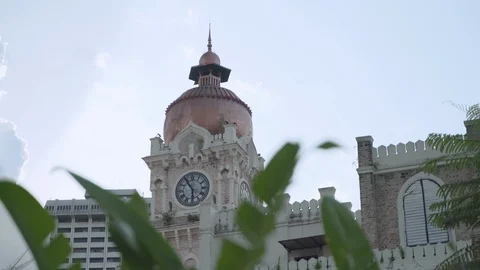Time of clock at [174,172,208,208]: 5:54
